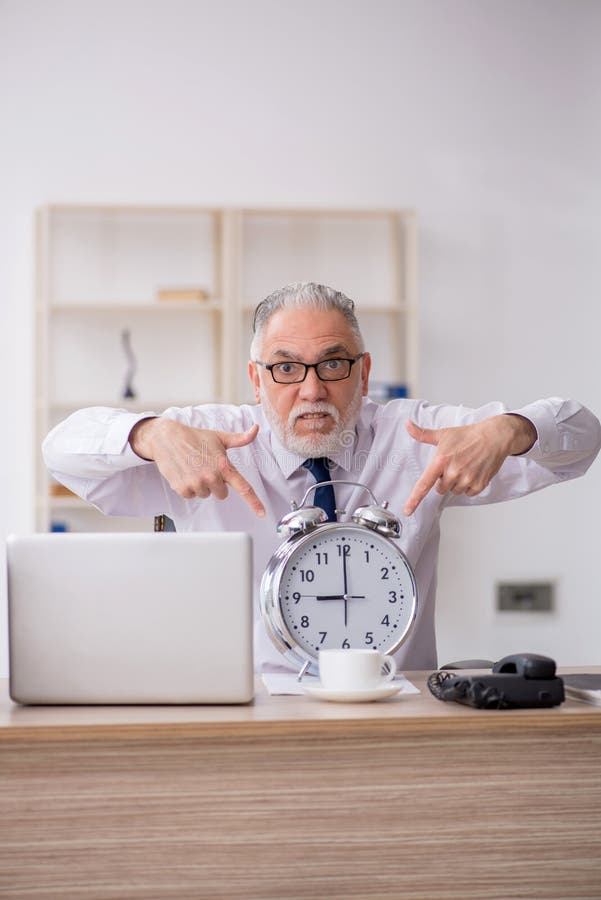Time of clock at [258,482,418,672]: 9:00
